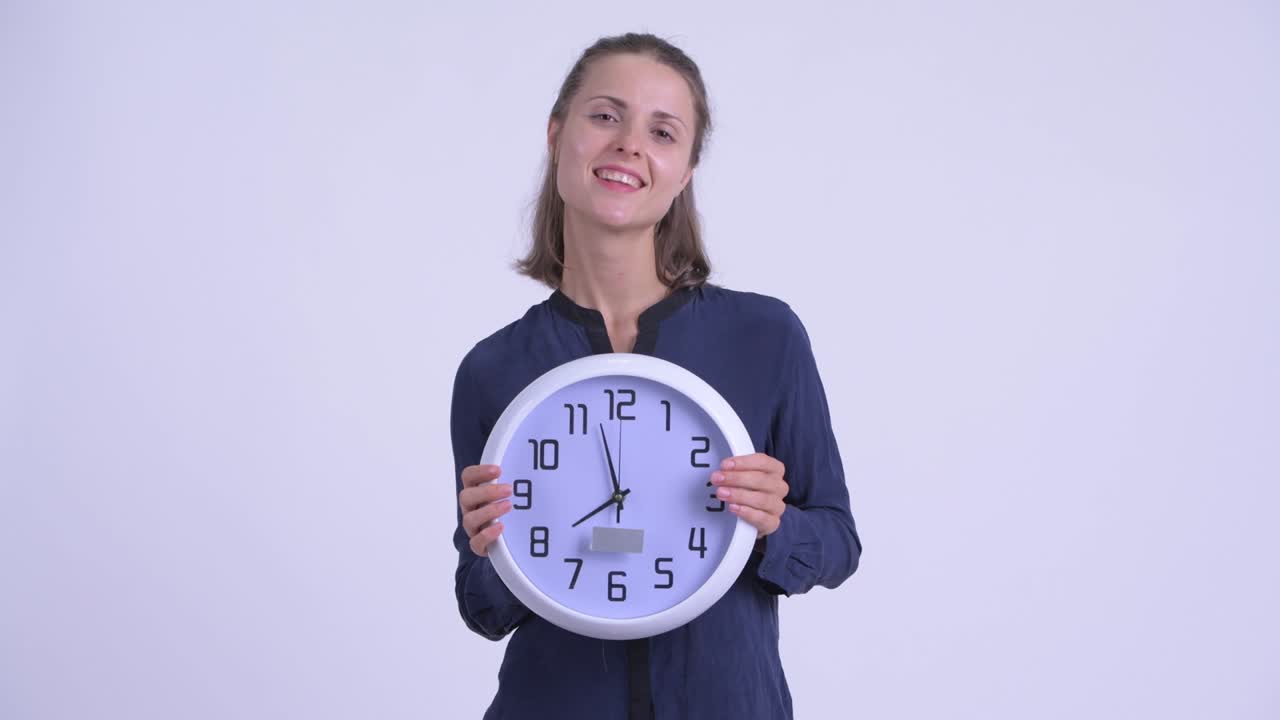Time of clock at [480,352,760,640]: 7:57
